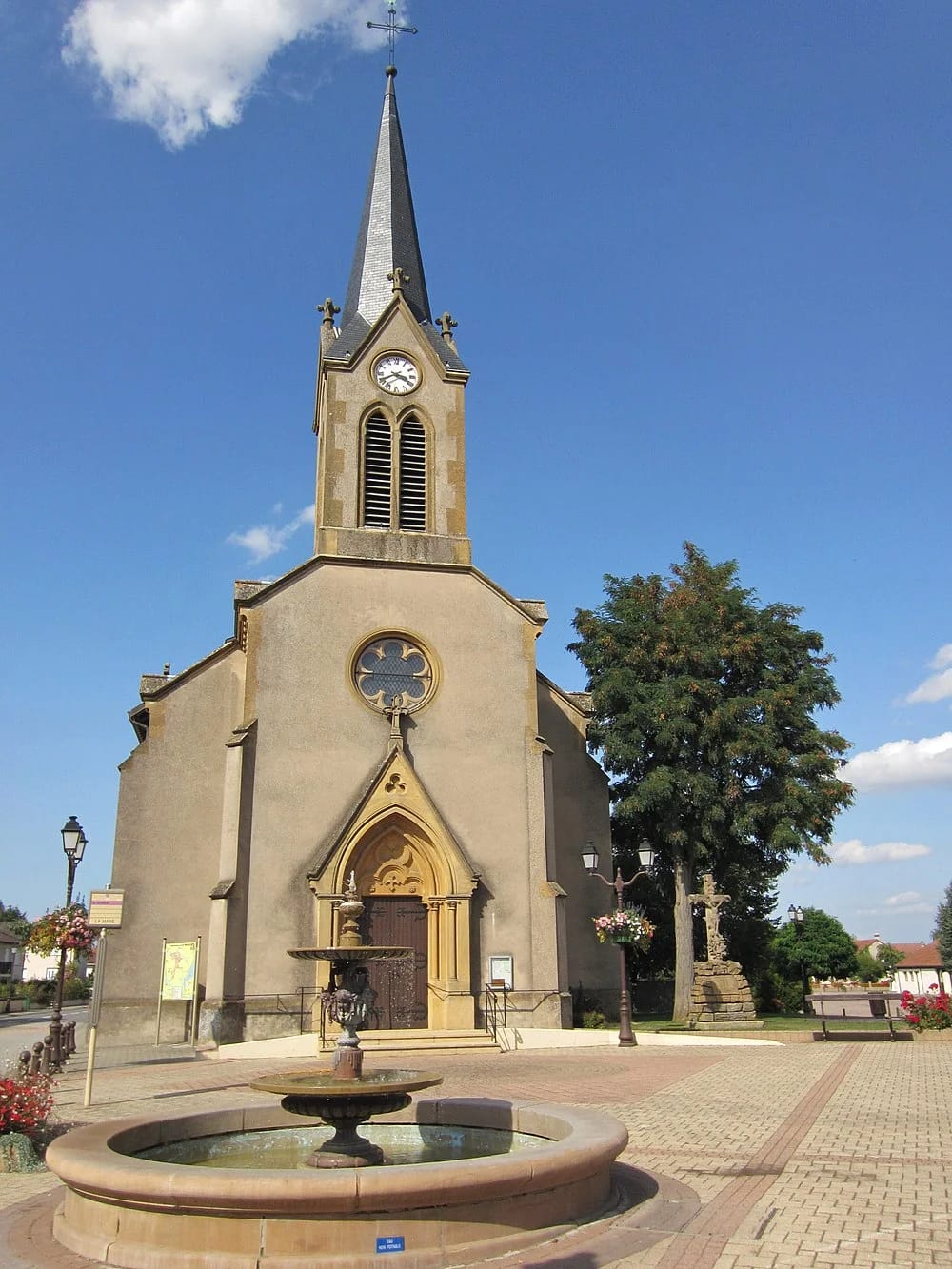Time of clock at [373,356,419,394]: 3:40
